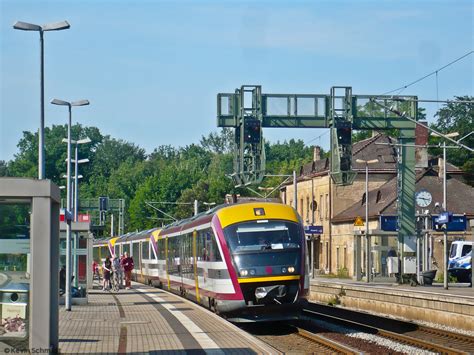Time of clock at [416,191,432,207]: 9:17
